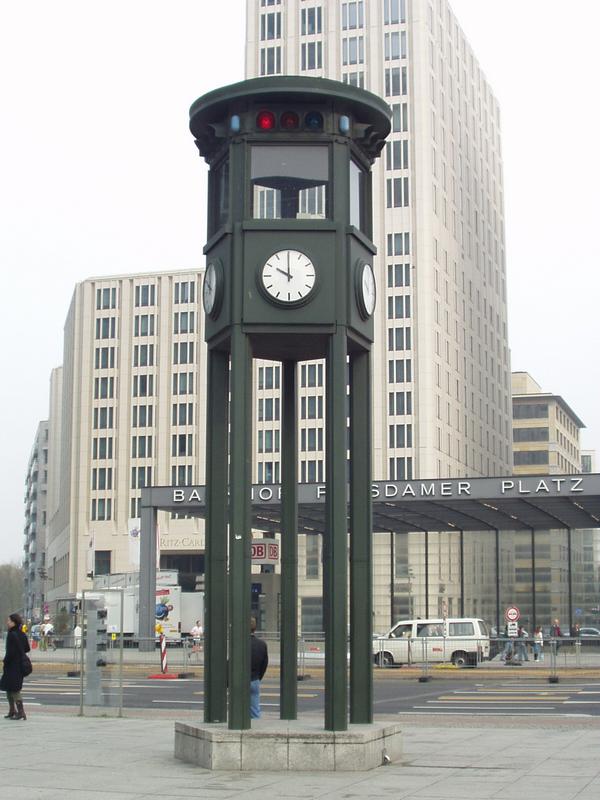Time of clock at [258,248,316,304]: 9:59
